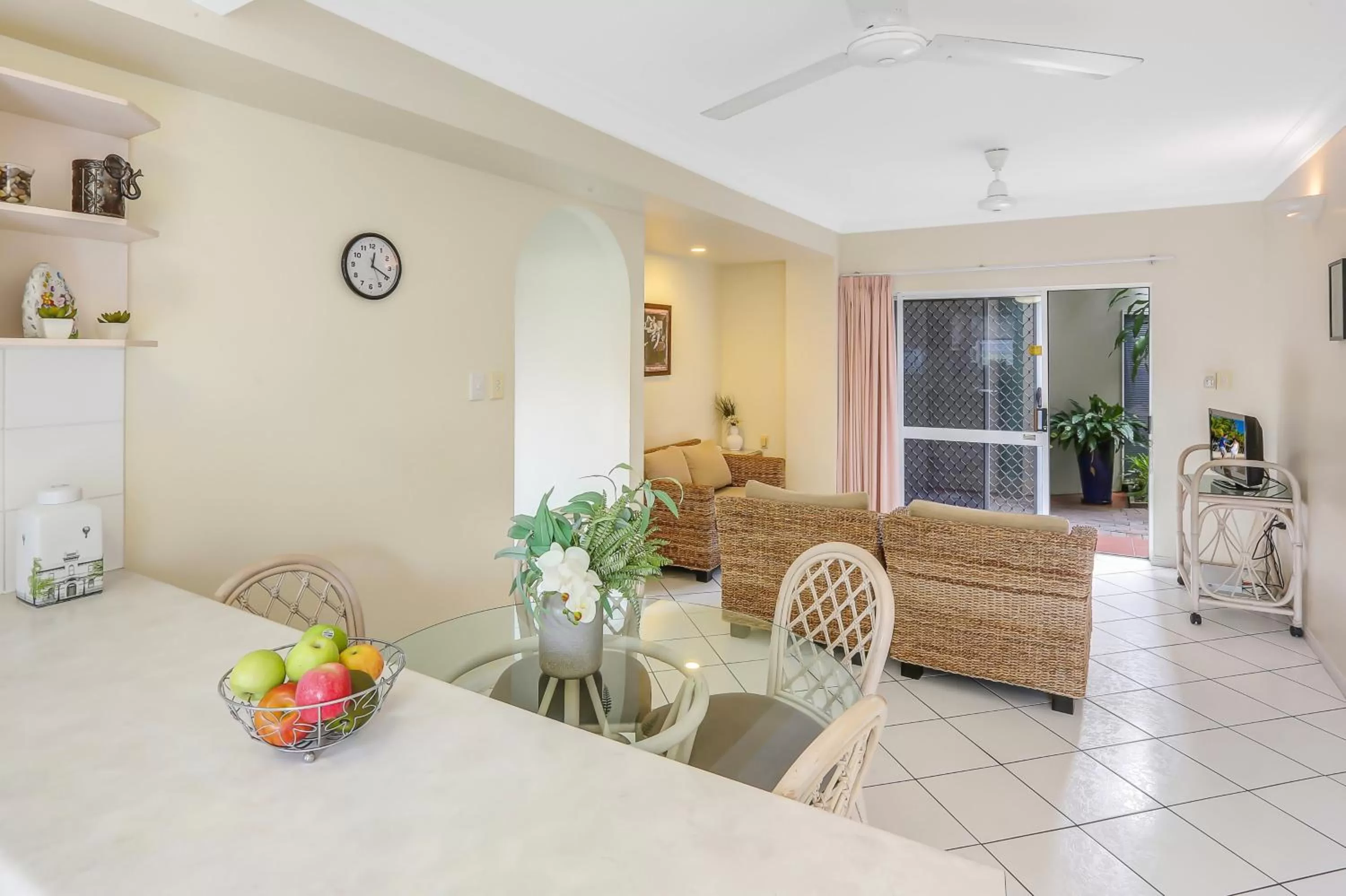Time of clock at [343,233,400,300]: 12:19
